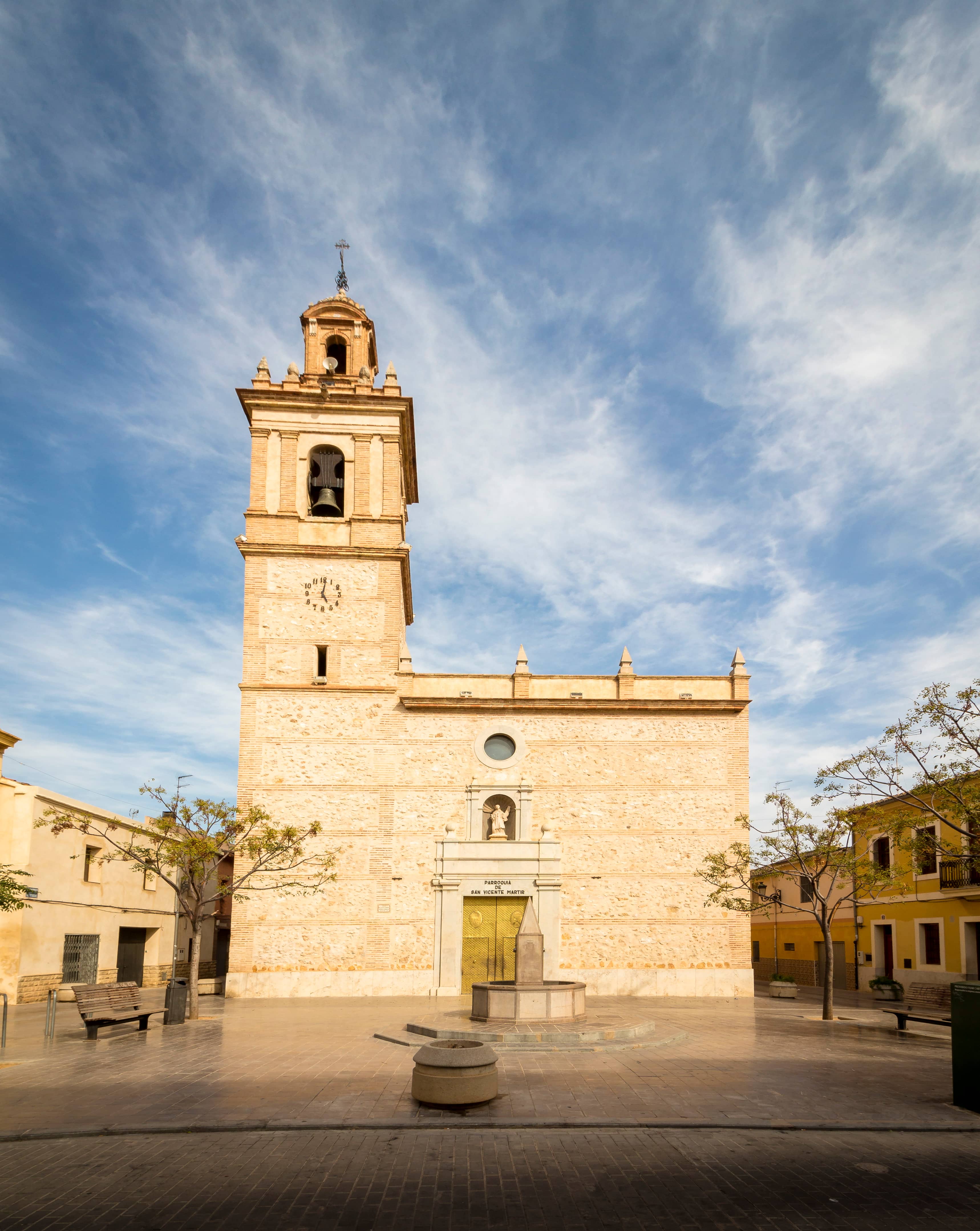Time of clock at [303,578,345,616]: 5:01
